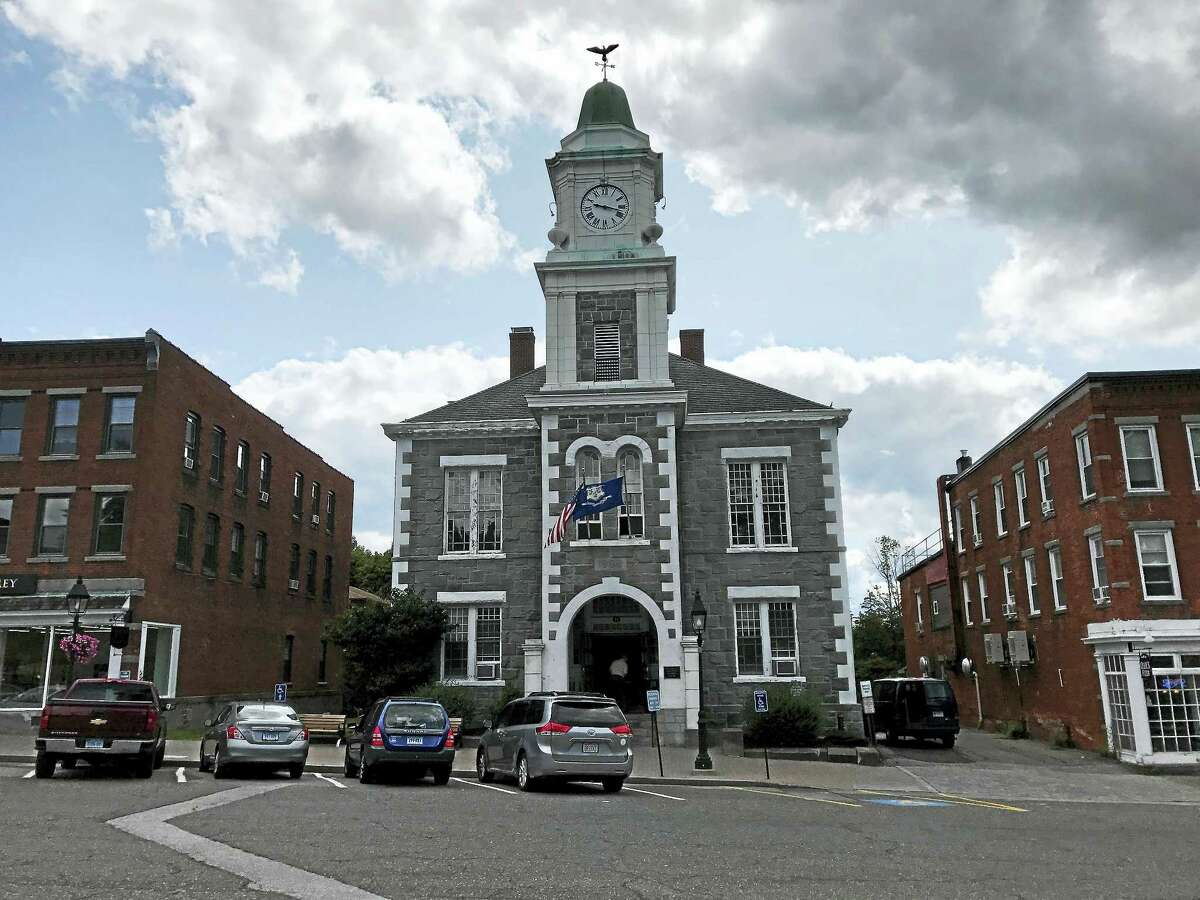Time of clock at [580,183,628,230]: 9:17
